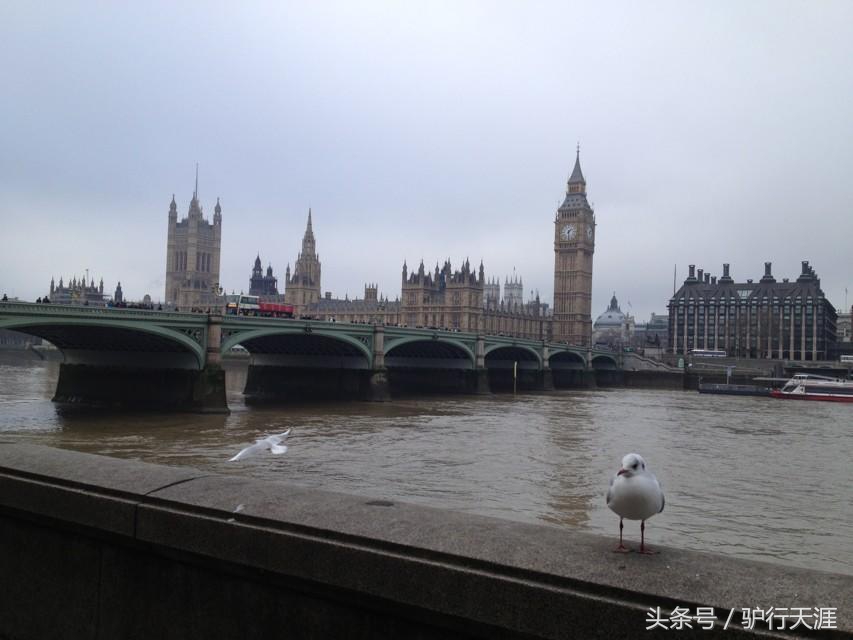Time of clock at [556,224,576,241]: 1:29
